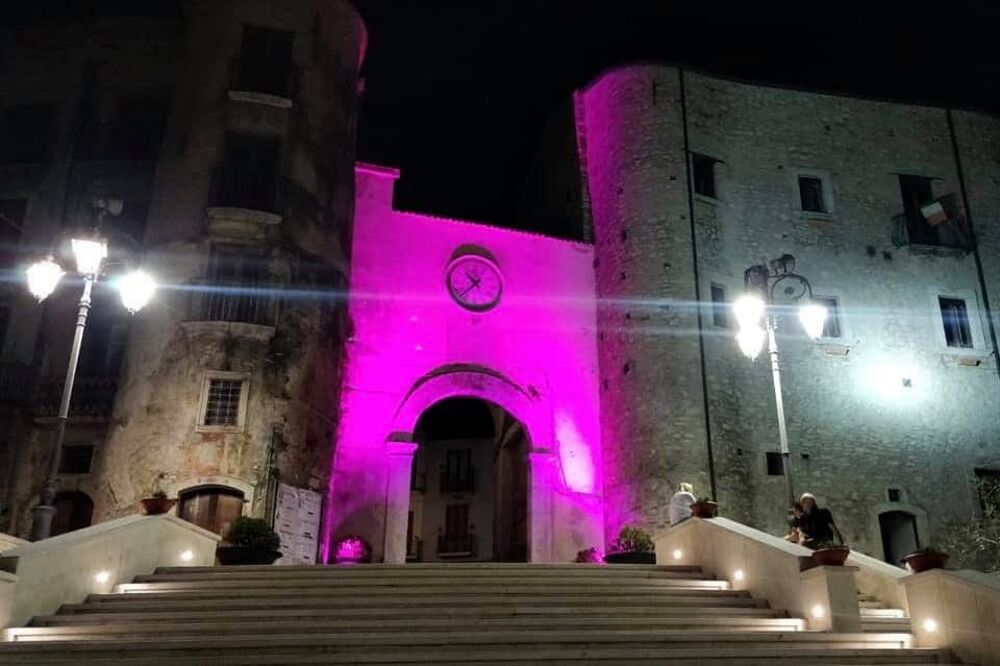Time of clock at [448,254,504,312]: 10:37
